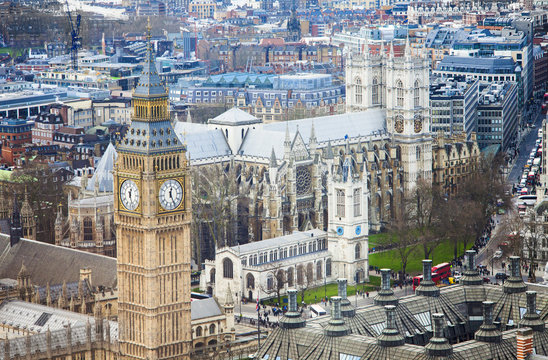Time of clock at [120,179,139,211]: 12:27
